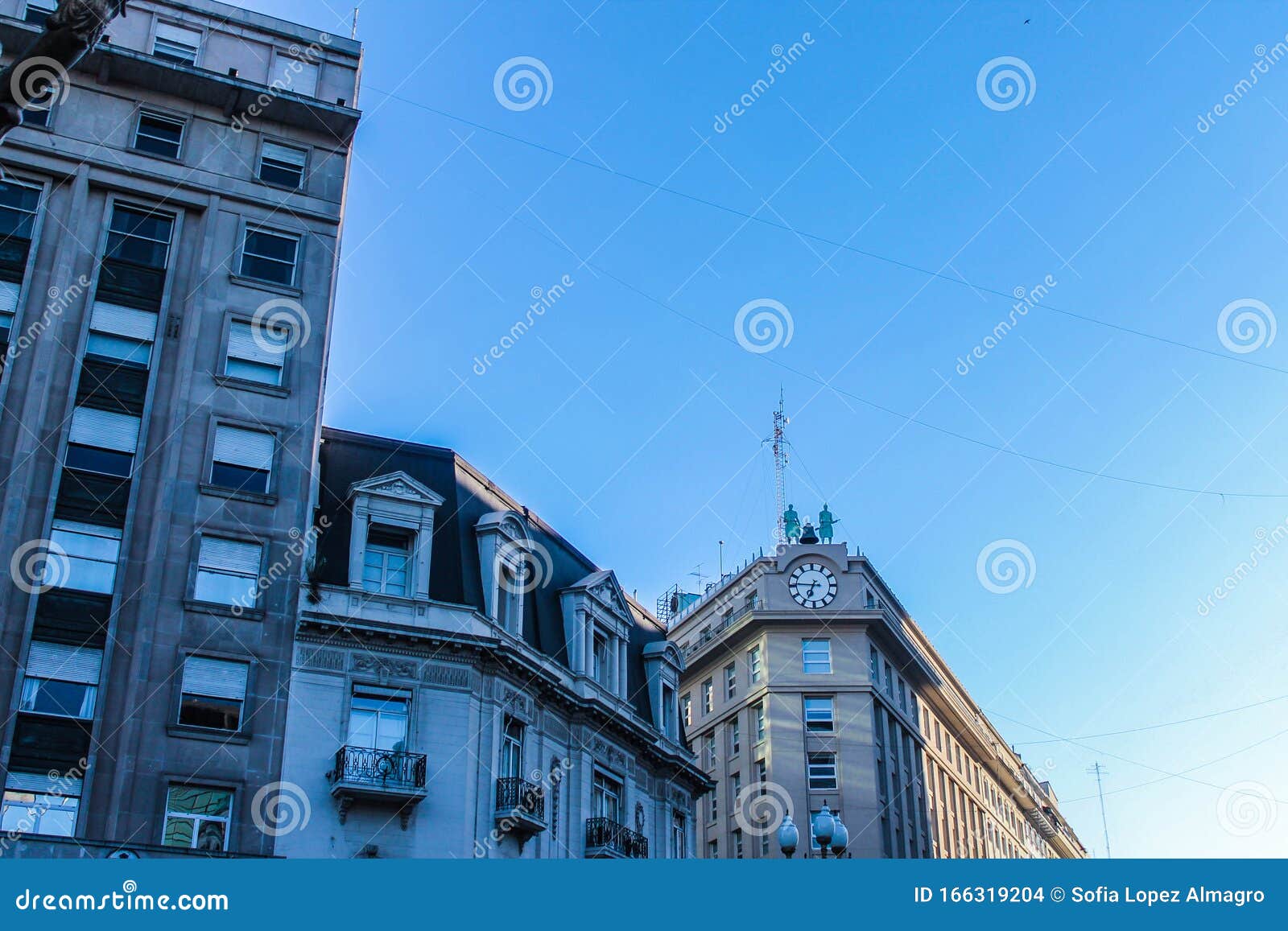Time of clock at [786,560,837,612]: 6:45
